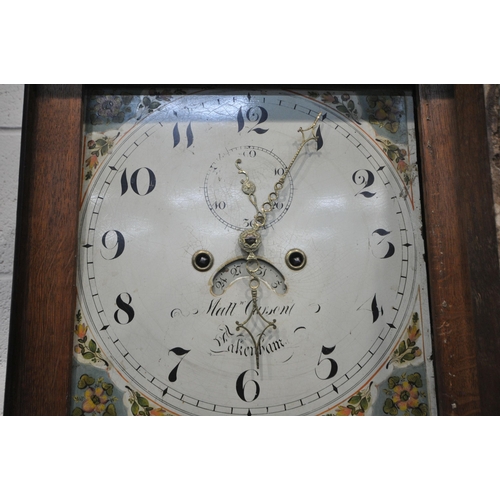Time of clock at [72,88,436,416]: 8:04
